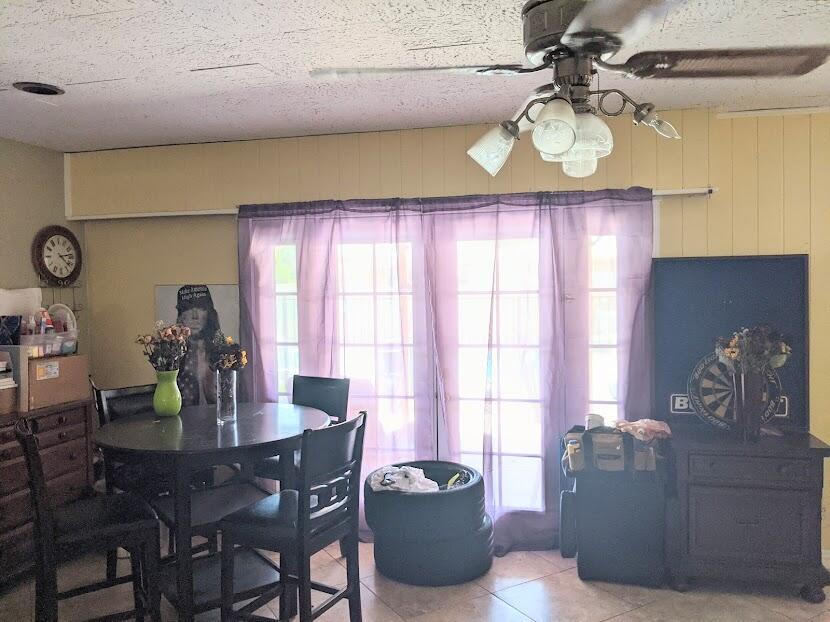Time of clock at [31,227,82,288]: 4:13
